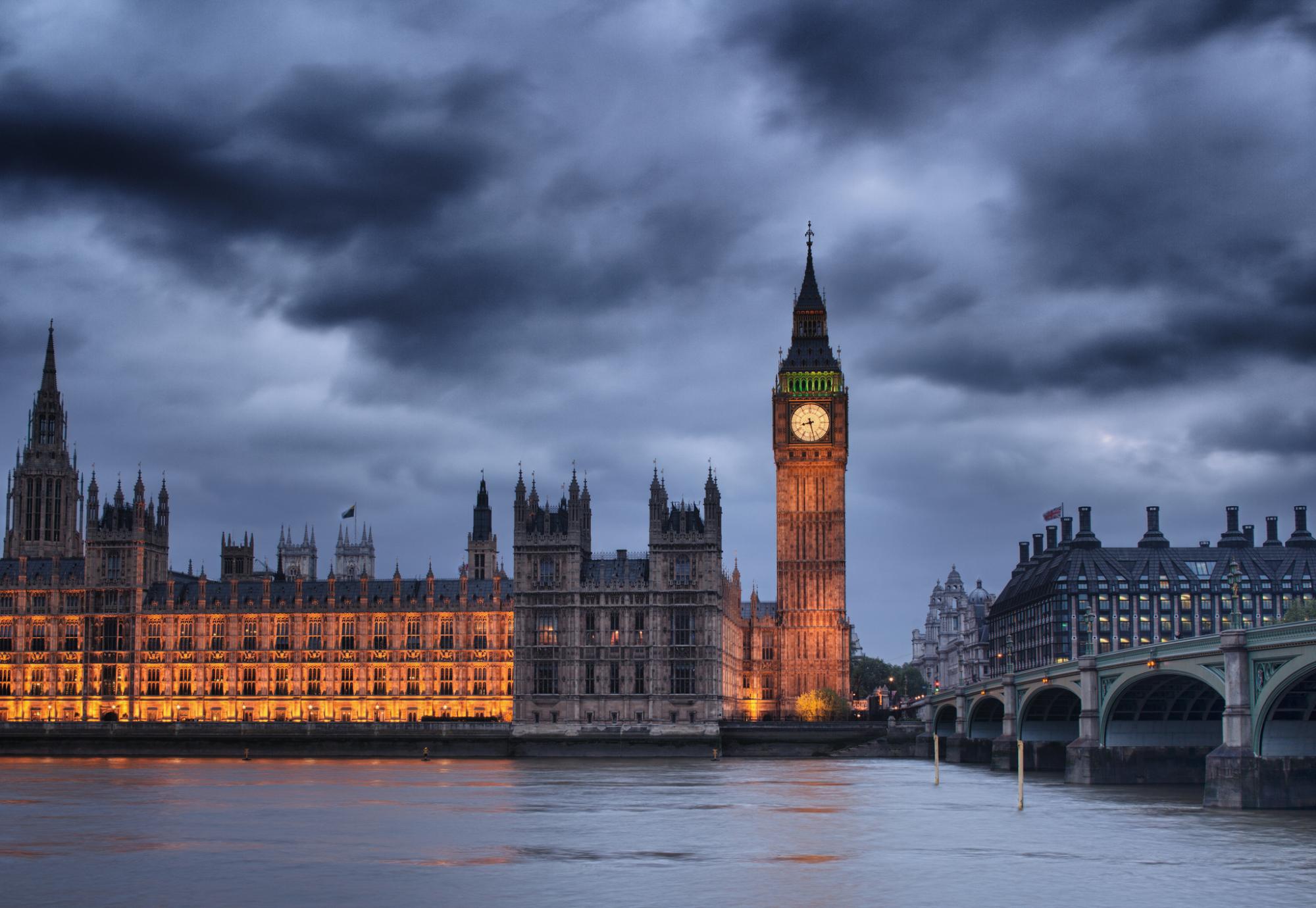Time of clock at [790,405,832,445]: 8:27
